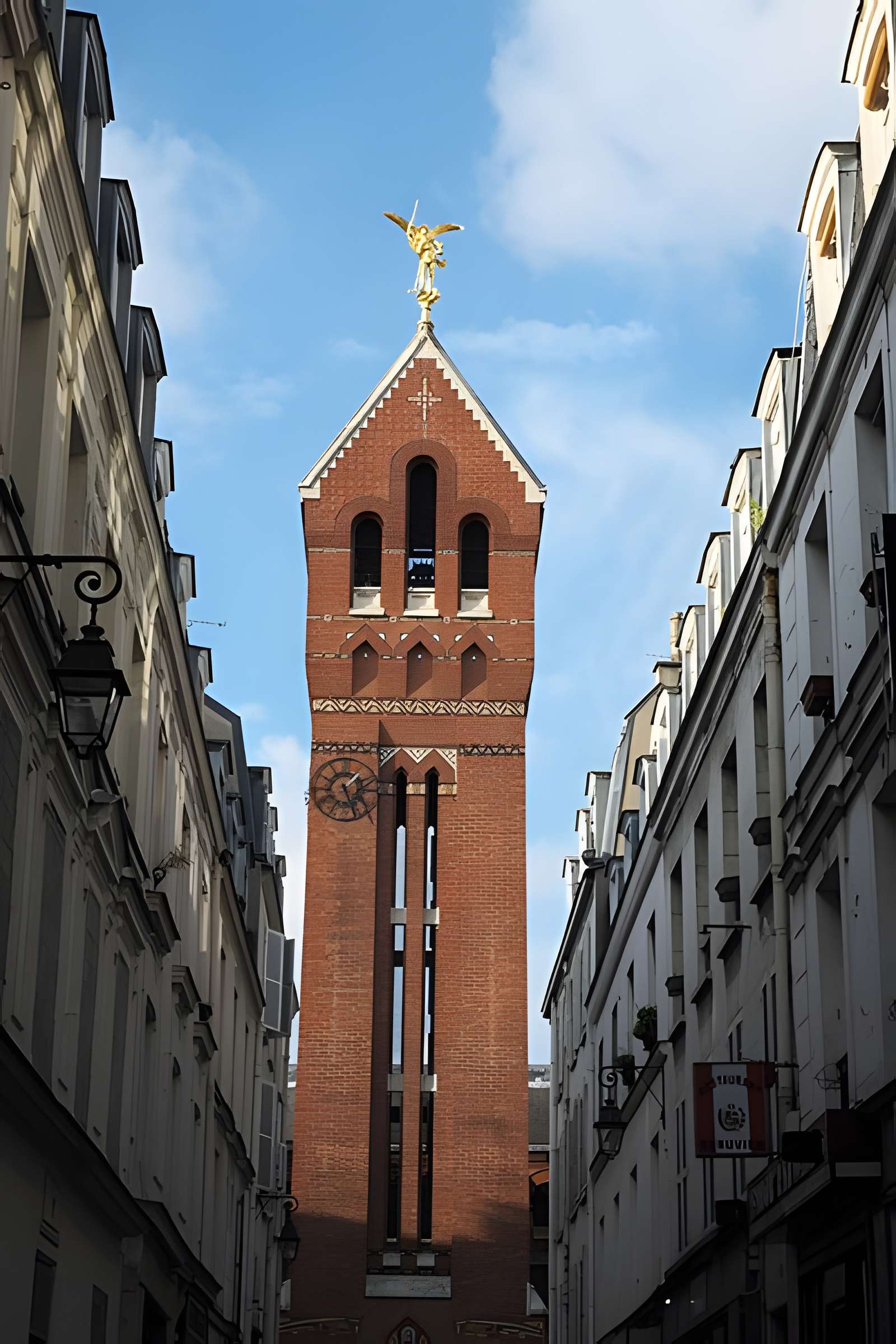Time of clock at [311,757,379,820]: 1:26
